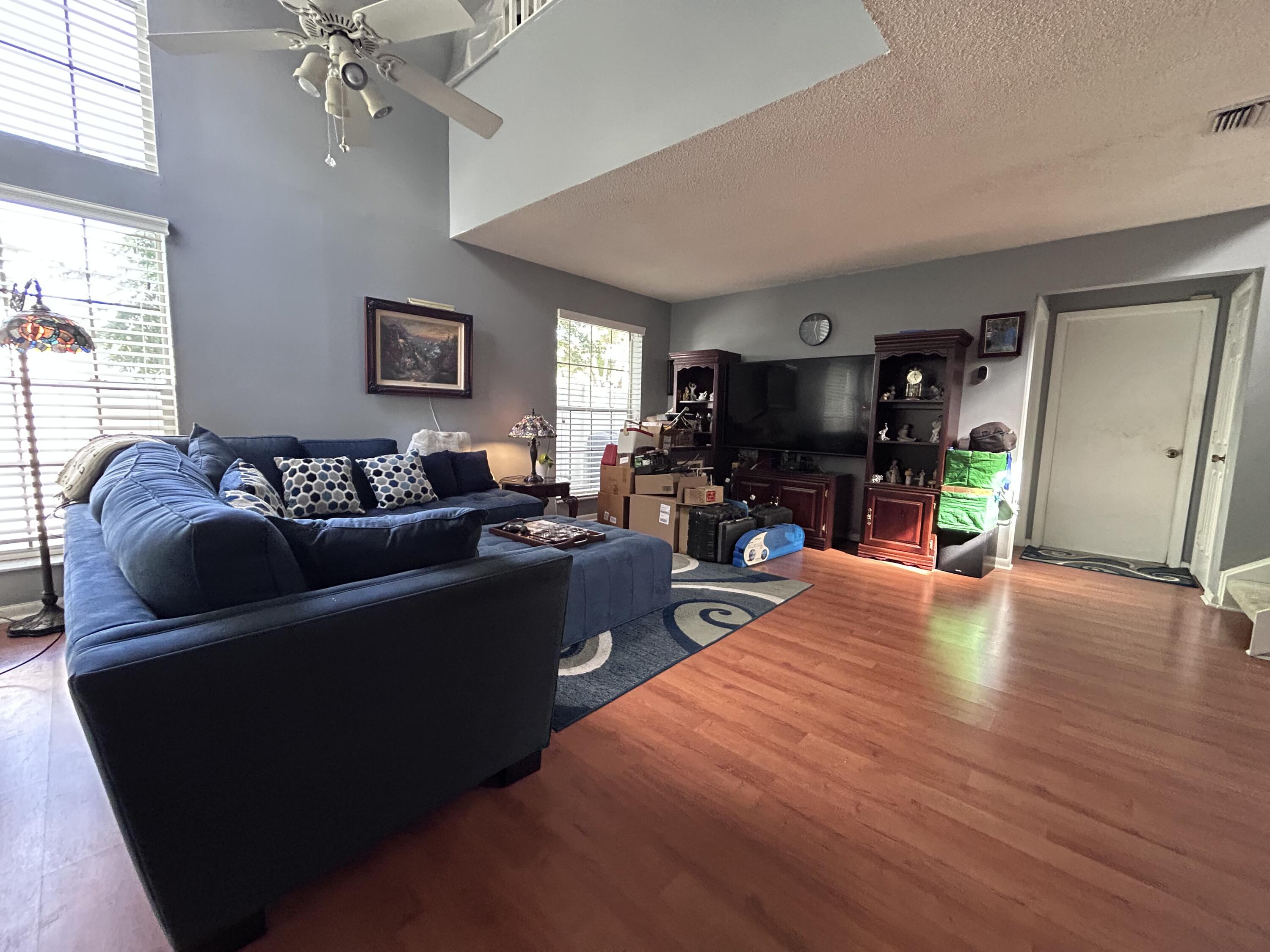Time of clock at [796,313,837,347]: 12:26
